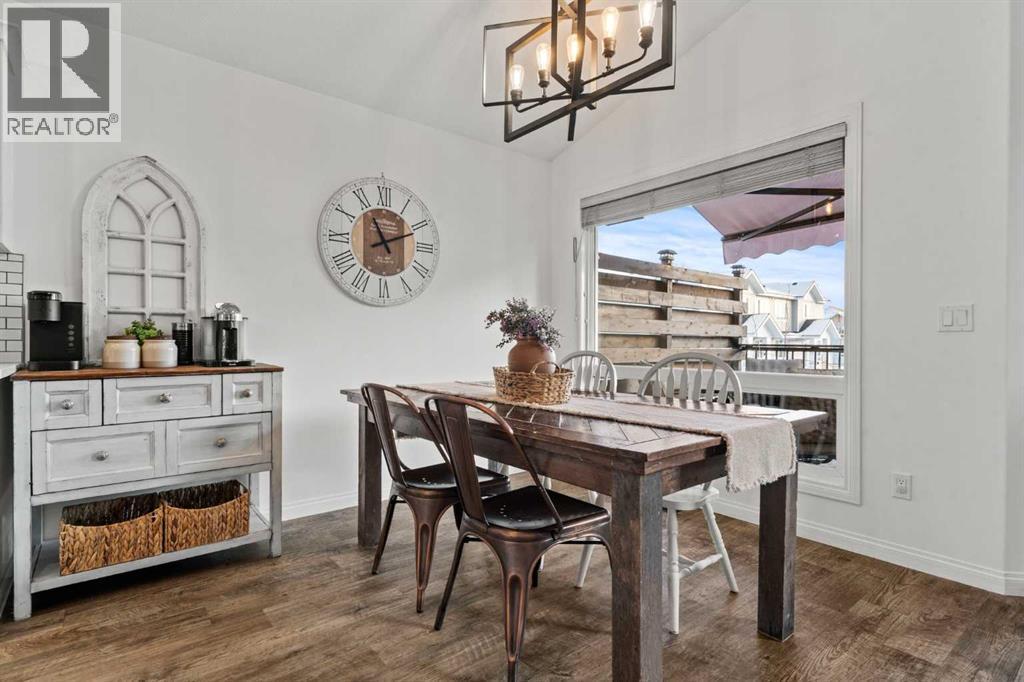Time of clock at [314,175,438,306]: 11:11
